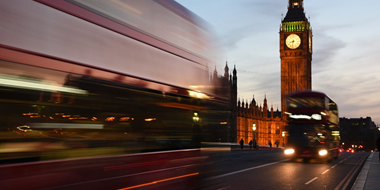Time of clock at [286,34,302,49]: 8:32
